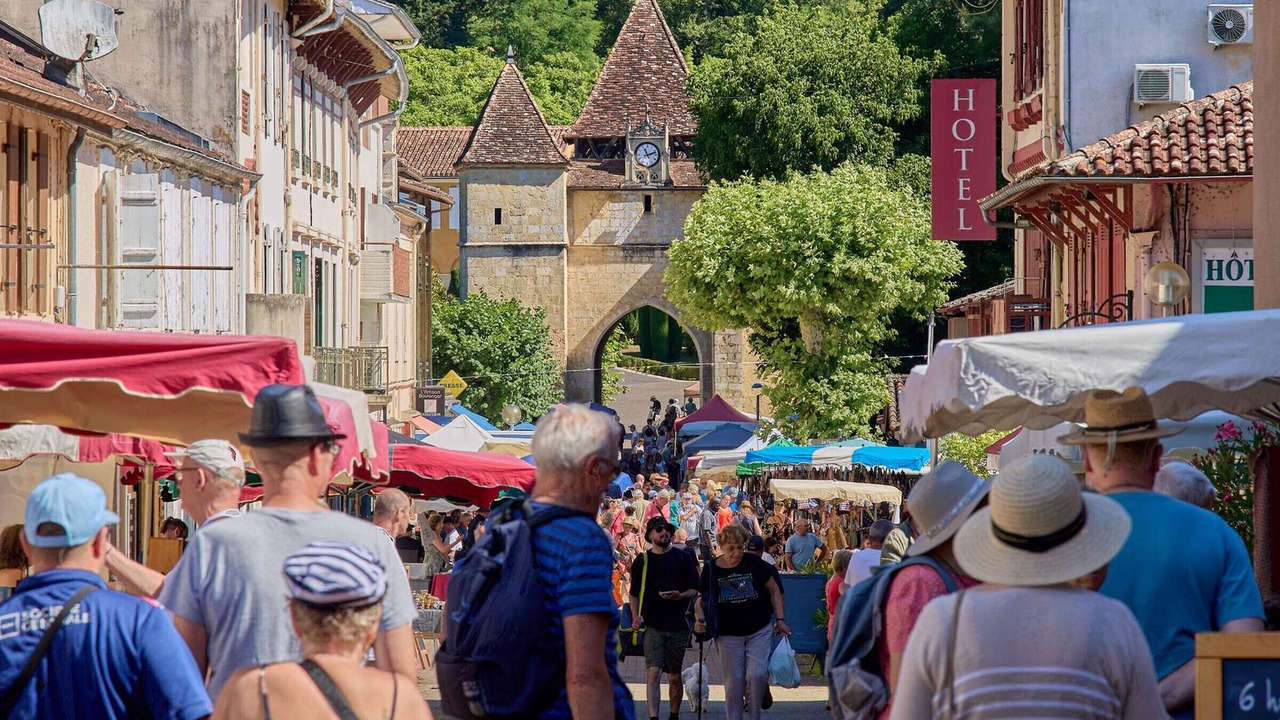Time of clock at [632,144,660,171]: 11:12
